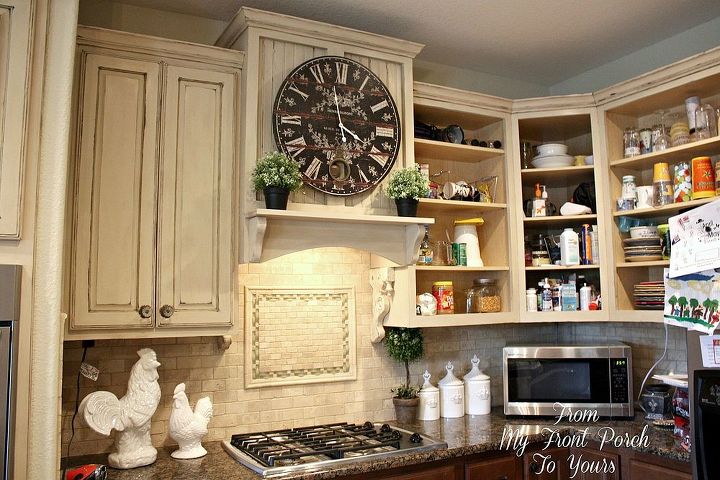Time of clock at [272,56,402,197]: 3:58
